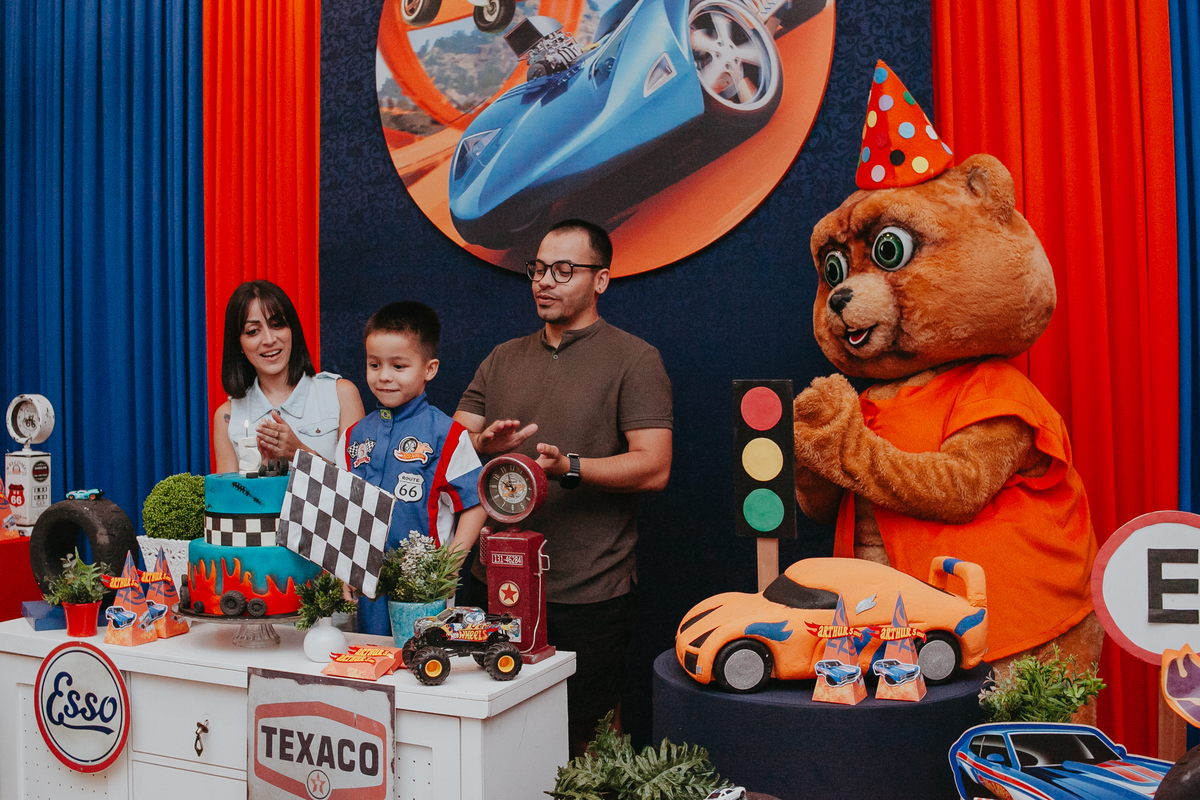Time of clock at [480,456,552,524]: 9:57
